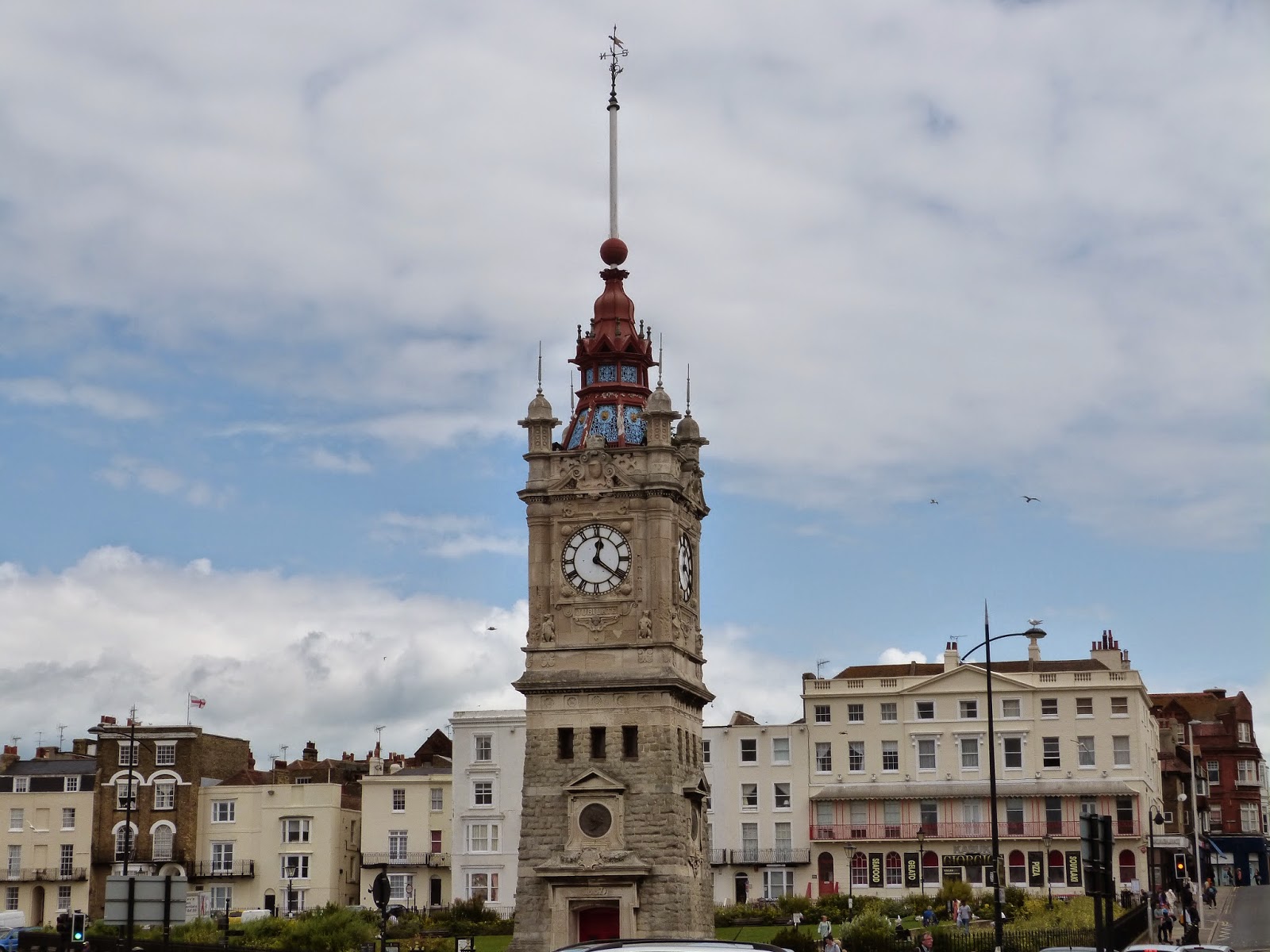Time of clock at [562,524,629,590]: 12:21
